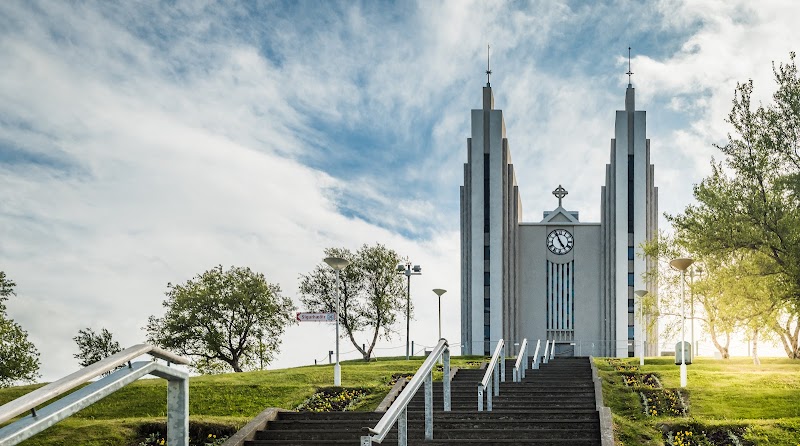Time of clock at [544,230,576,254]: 4:55
